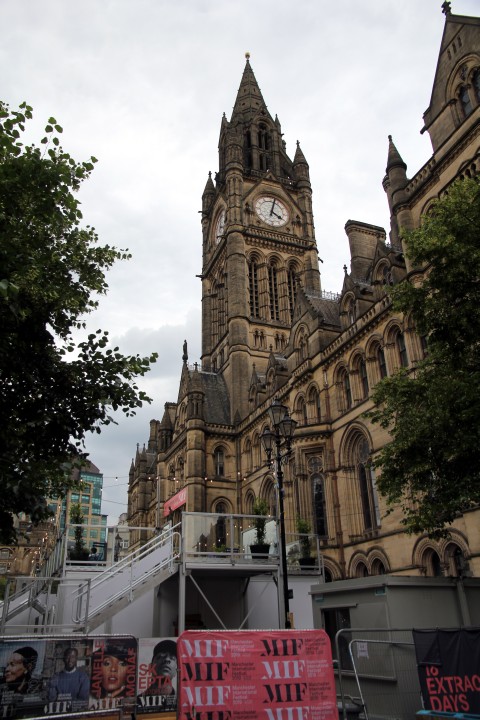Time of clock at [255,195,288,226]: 4:02
